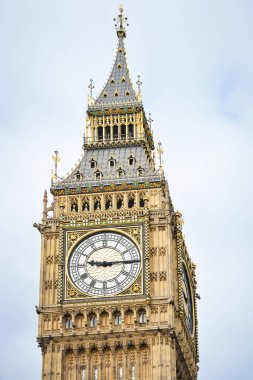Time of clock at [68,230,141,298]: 9:14
